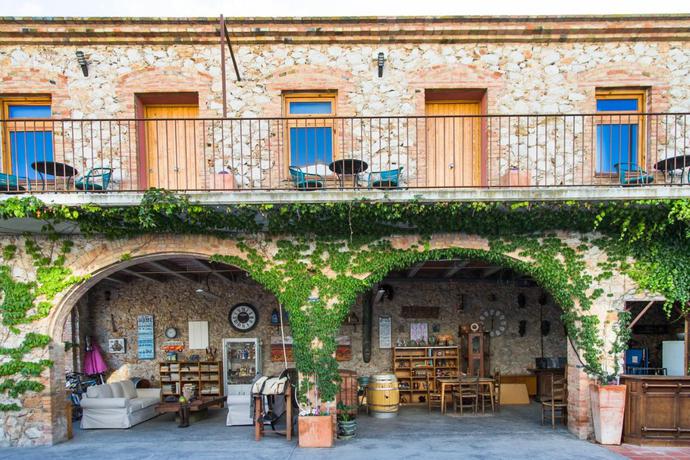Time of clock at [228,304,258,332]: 2:15
